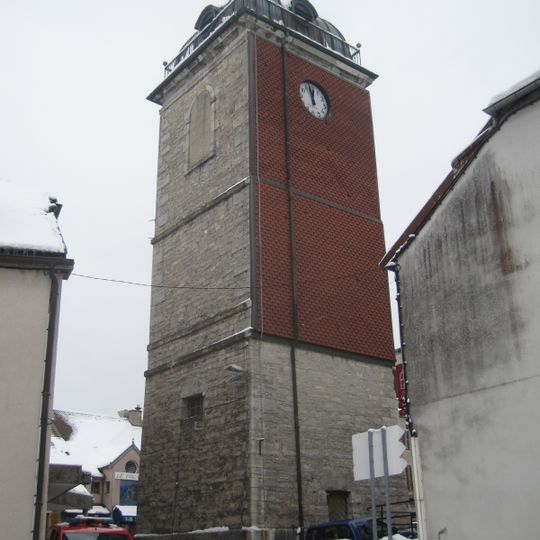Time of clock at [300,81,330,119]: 11:57
